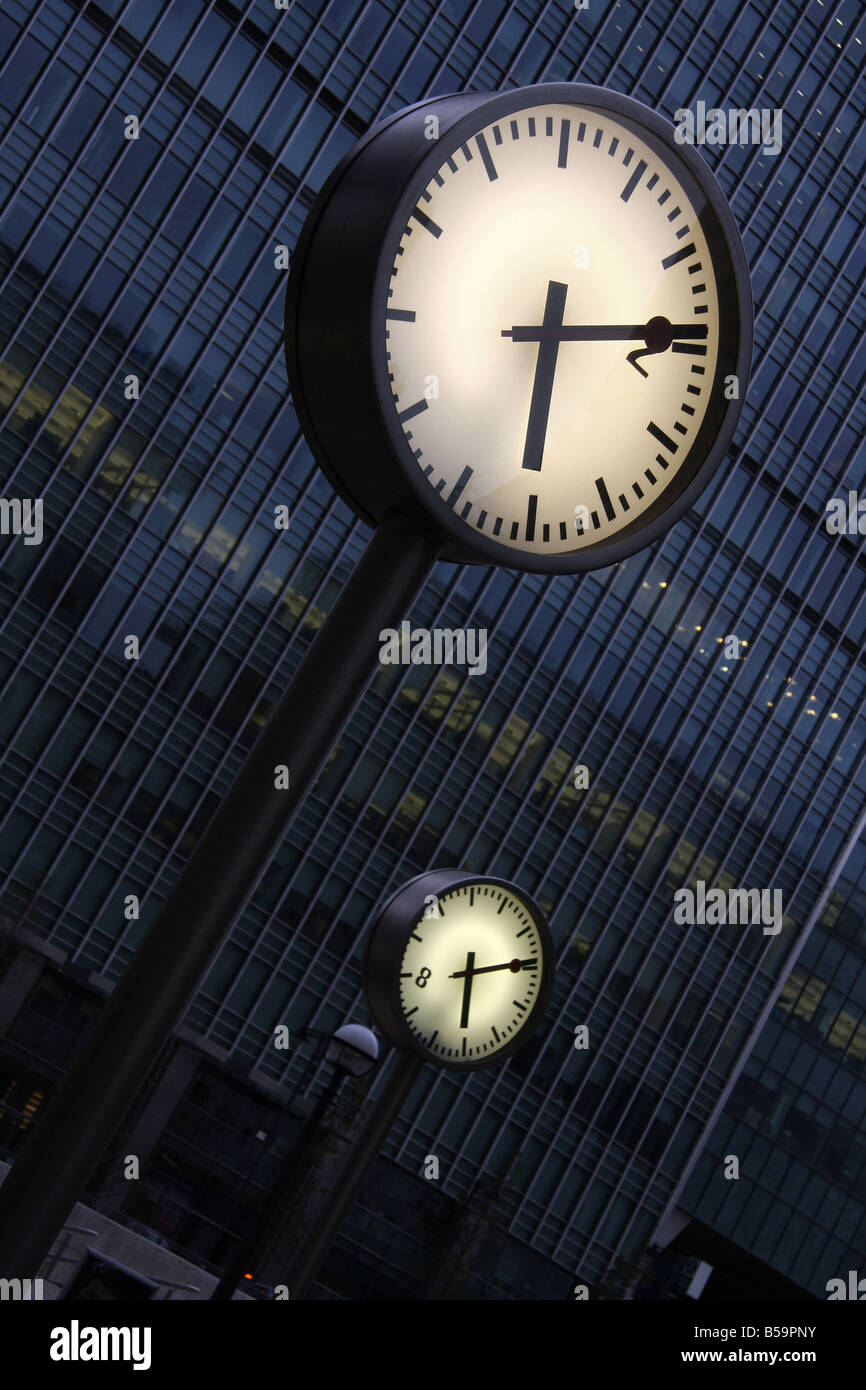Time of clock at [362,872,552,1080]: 6:14
